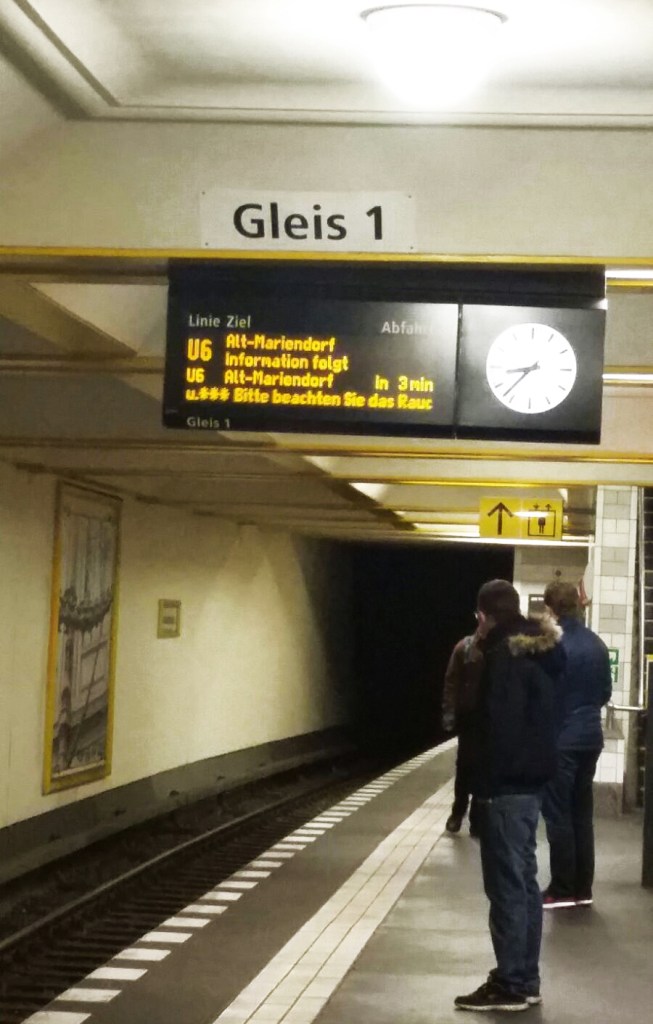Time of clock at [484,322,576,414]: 8:37
